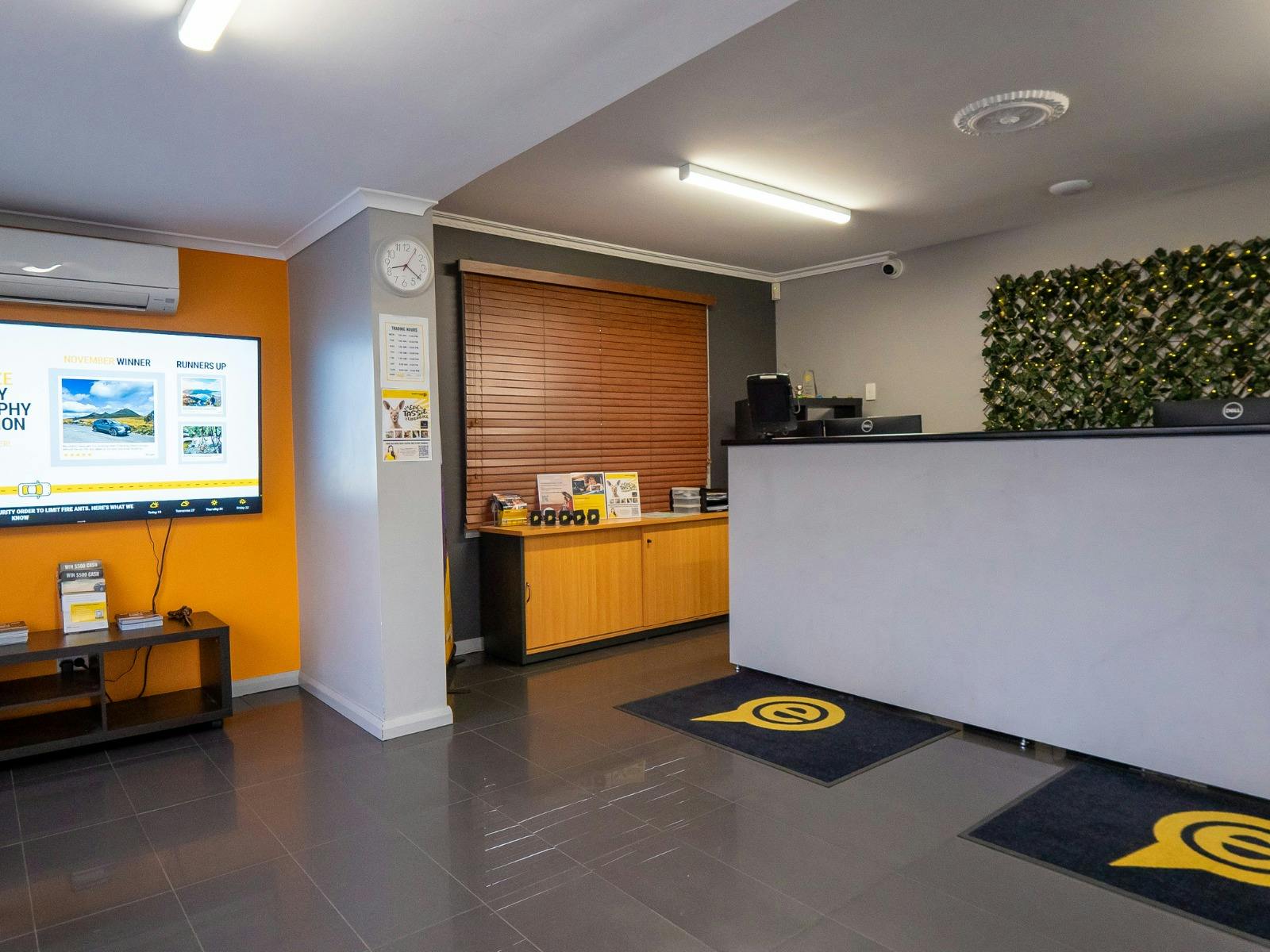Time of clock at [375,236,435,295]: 8:20
